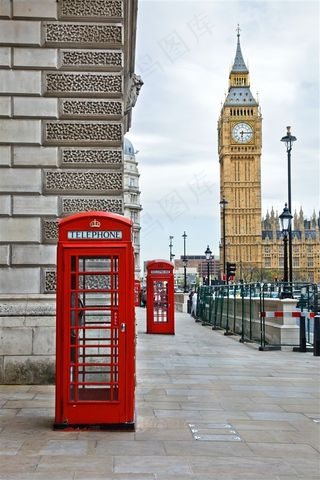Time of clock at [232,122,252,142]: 6:14
